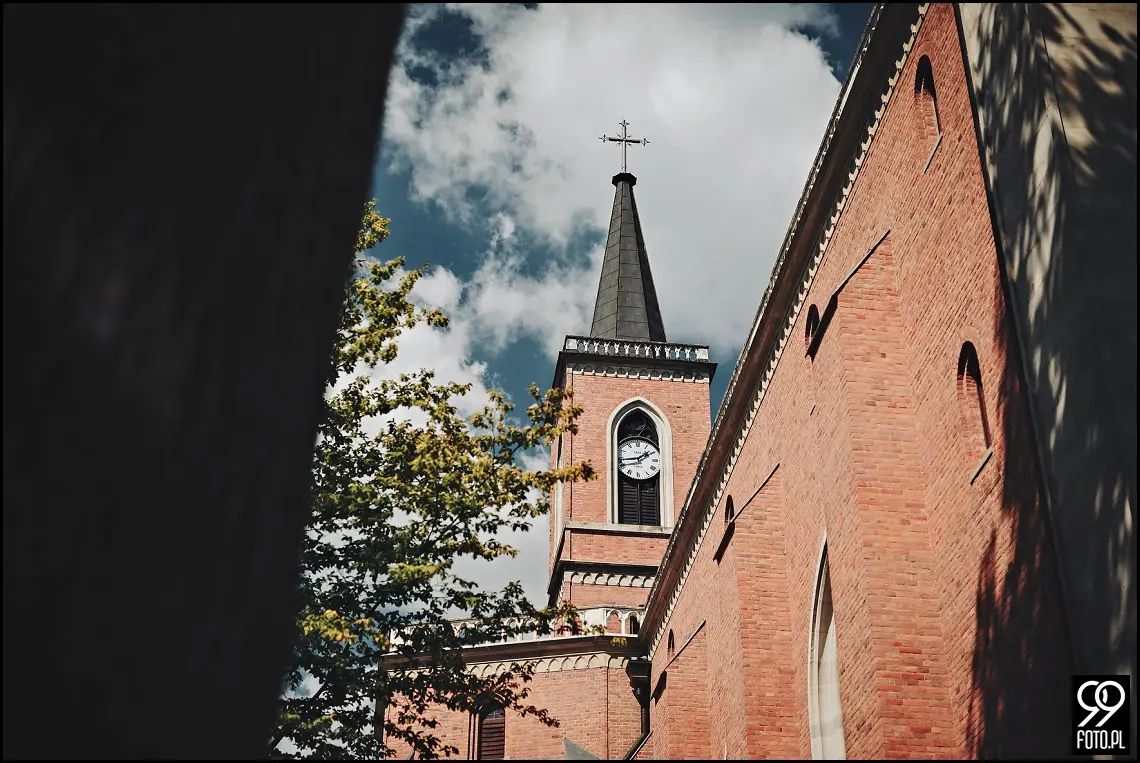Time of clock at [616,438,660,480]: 1:43
